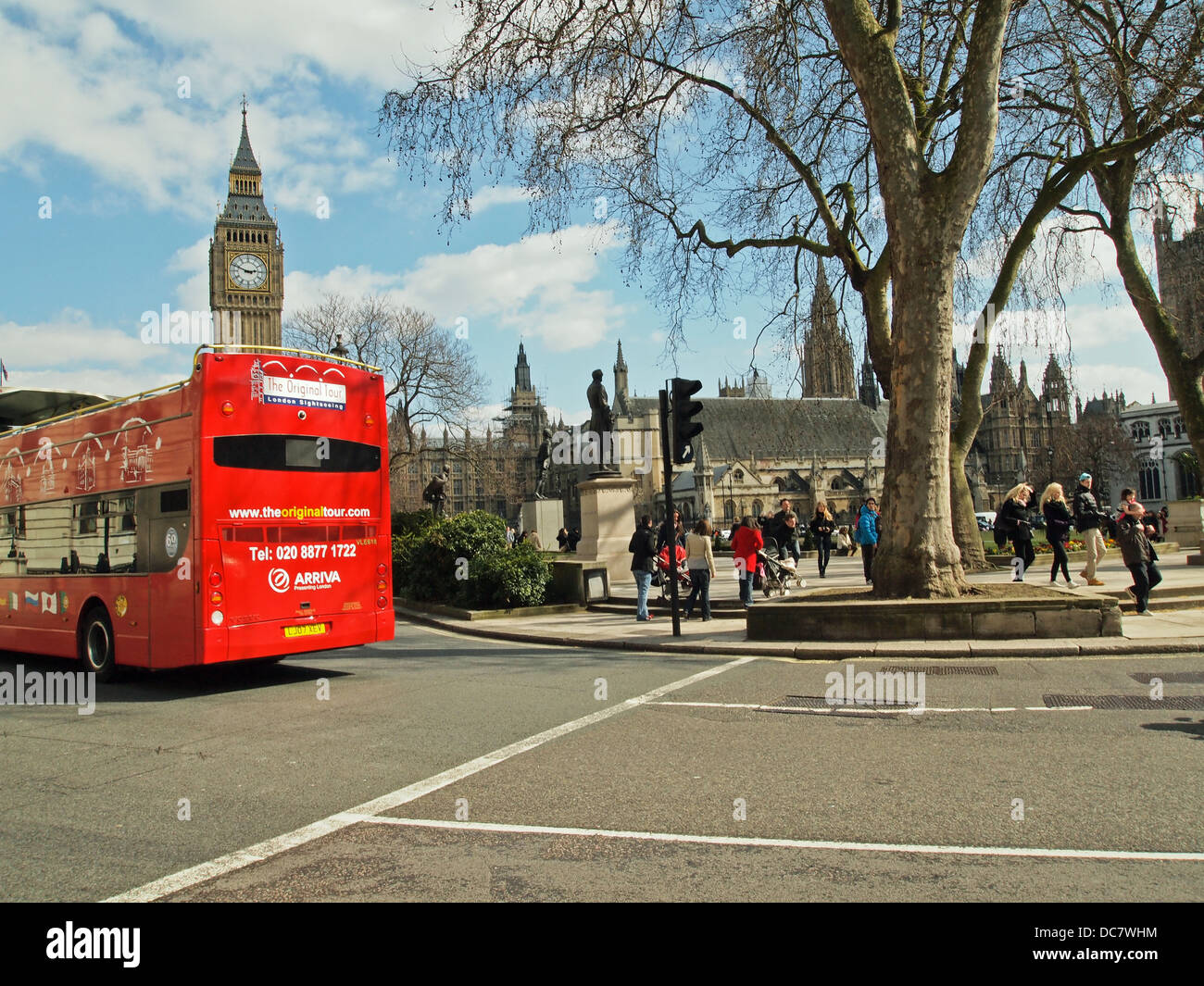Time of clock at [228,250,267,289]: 2:48
